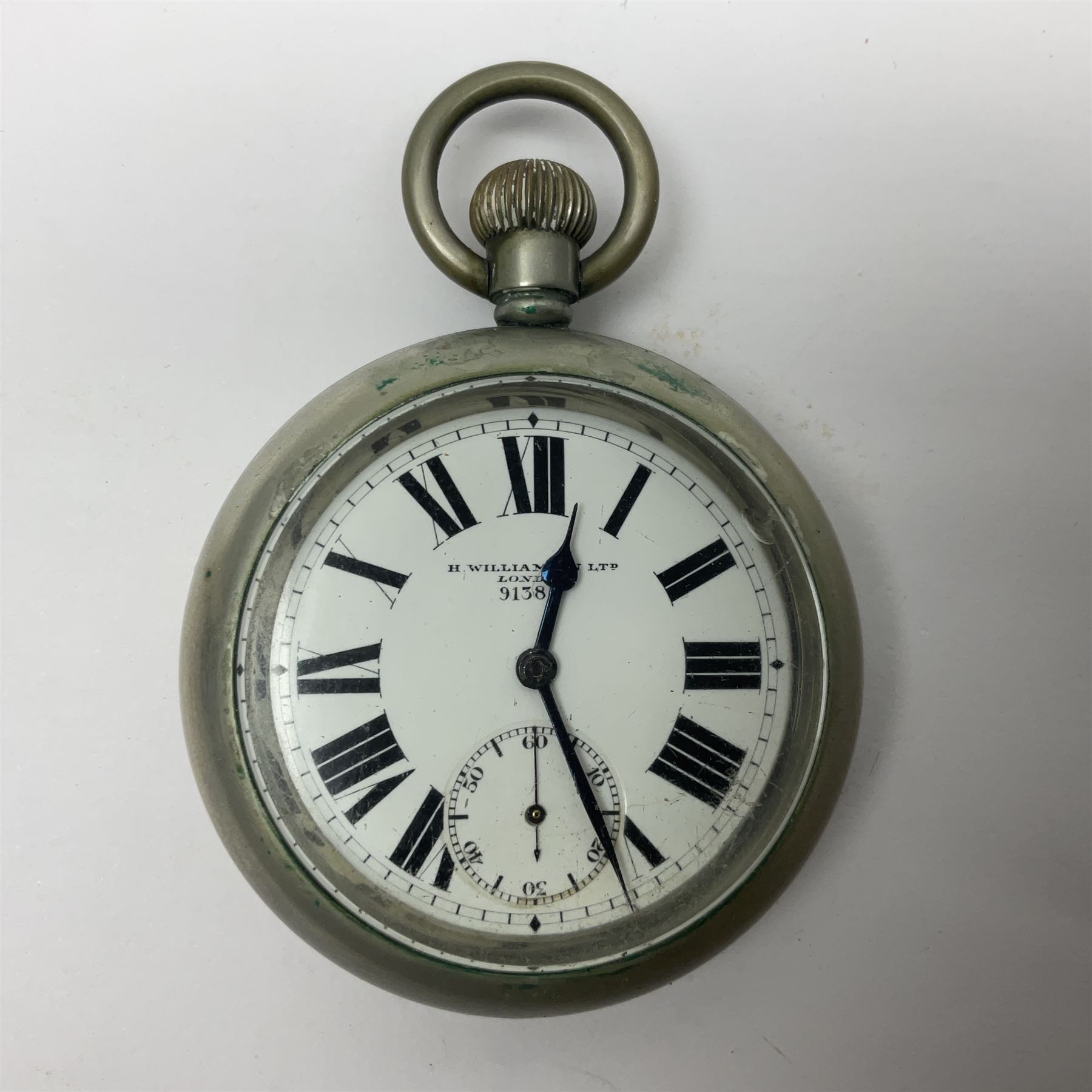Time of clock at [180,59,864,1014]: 12:26
